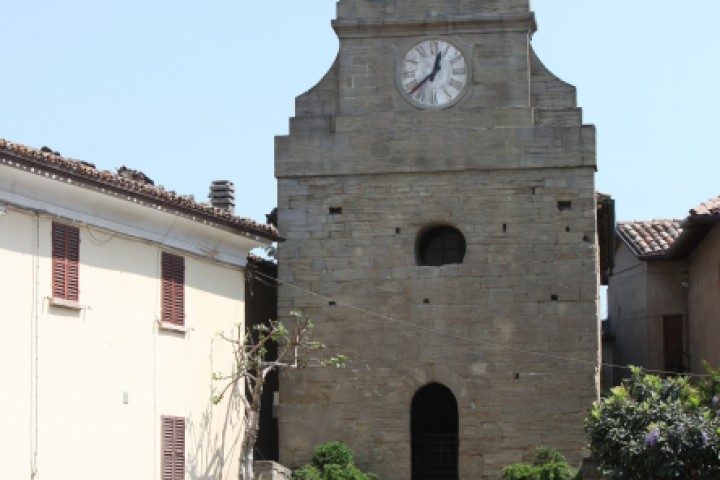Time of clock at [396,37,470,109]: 12:38
